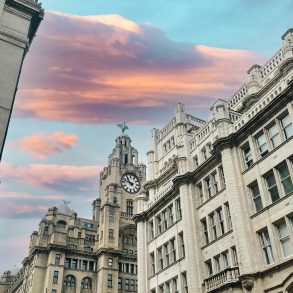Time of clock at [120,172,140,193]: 10:47
